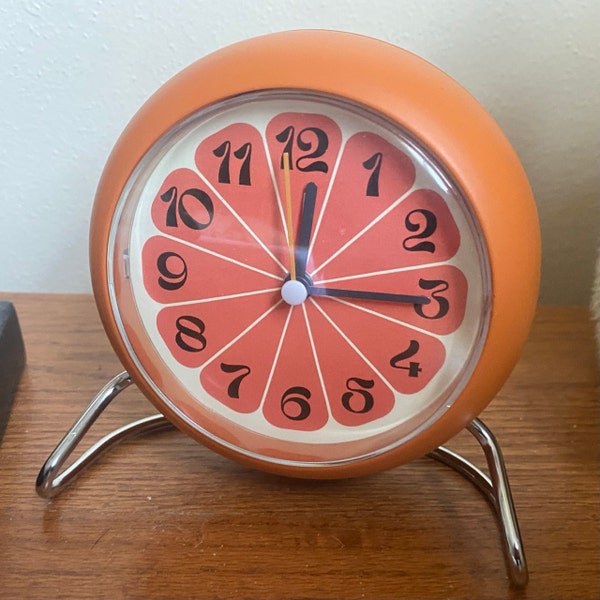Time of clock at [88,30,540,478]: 12:15
